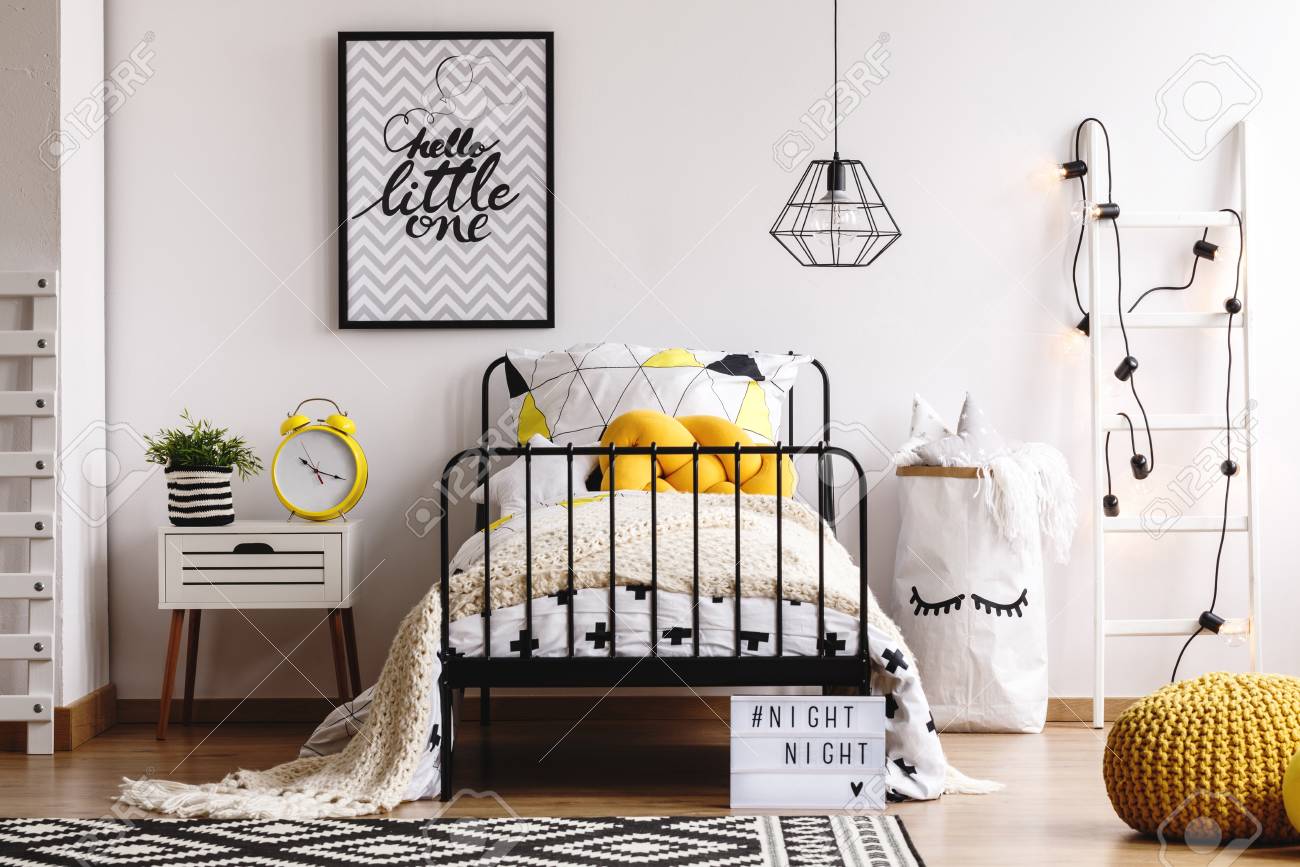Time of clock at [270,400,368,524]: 10:17
